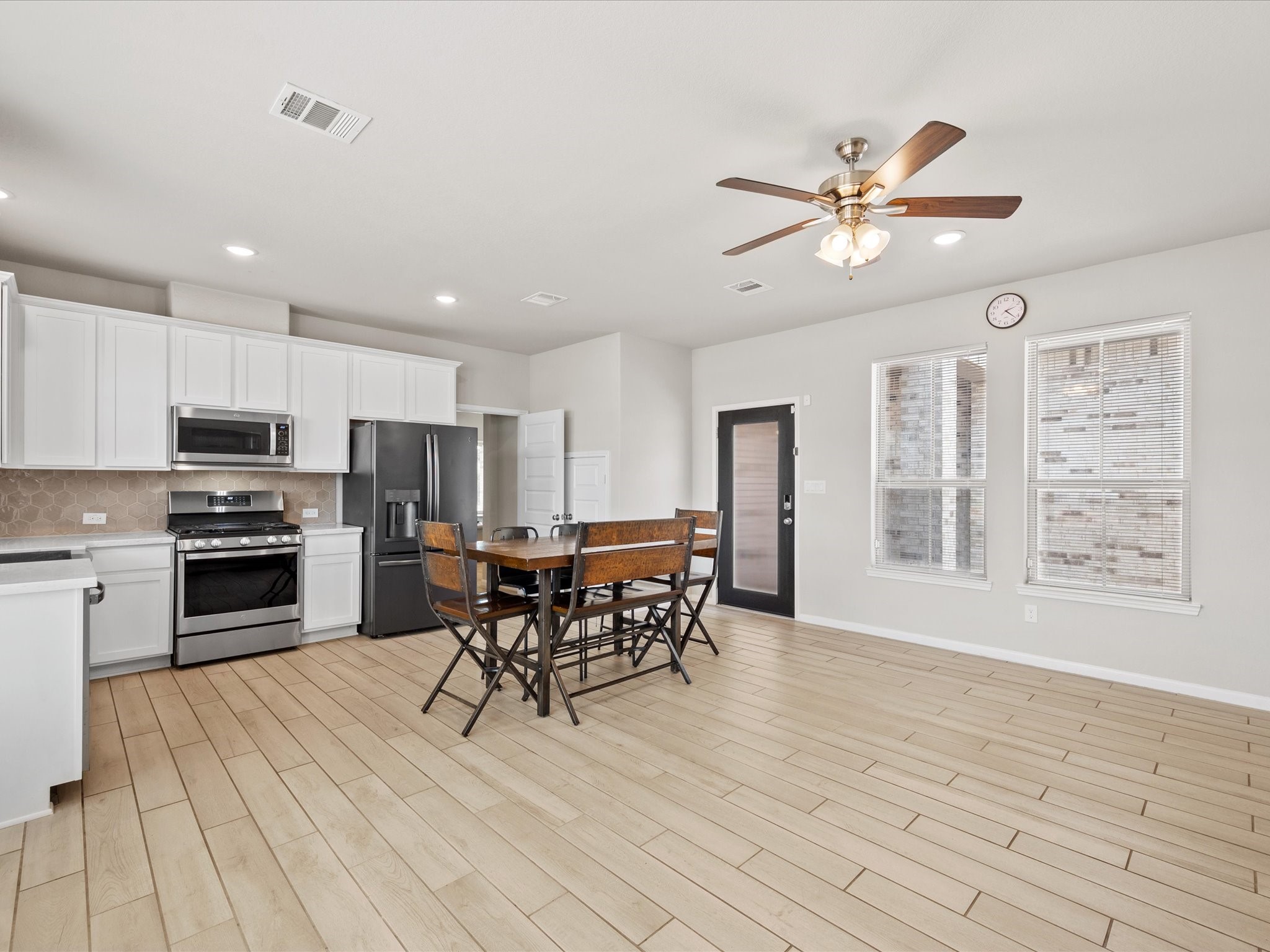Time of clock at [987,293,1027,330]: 2:22
